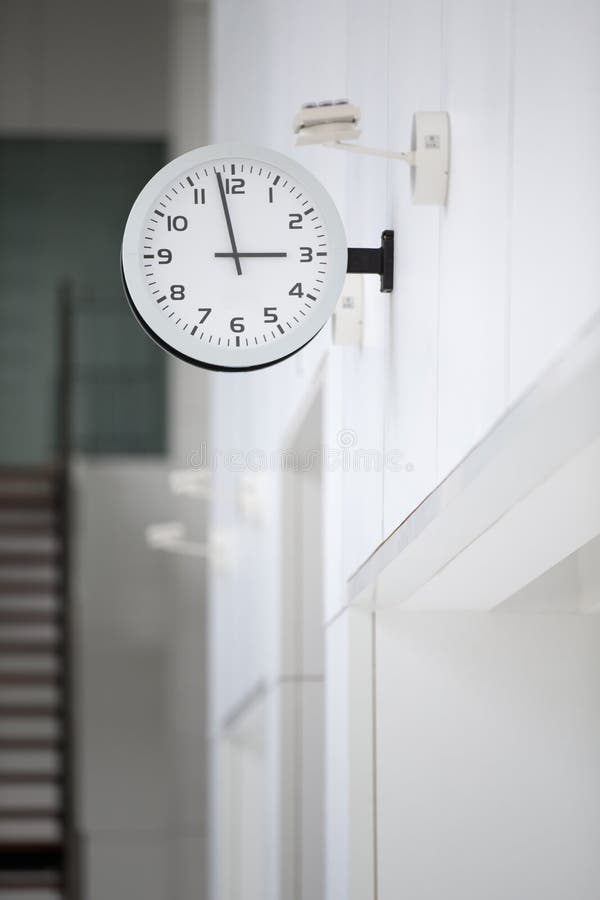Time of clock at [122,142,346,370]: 2:58
